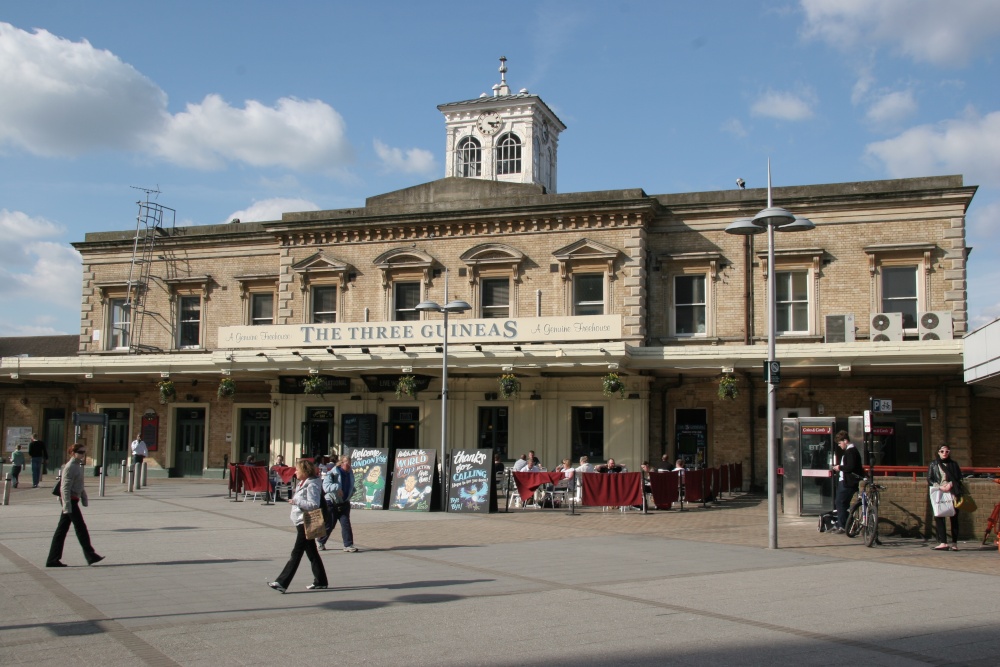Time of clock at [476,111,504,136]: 4:16
